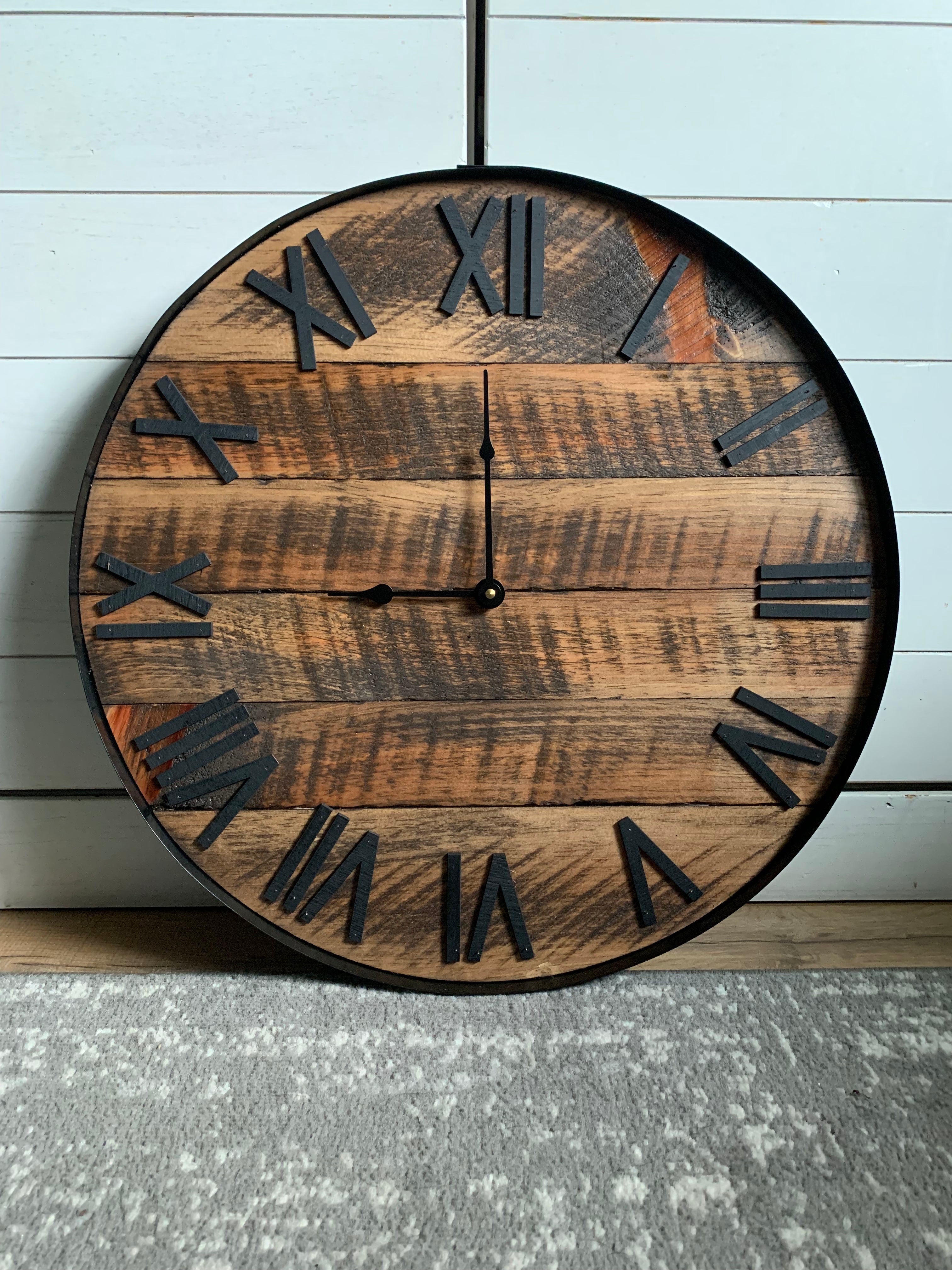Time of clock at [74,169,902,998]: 8:59
